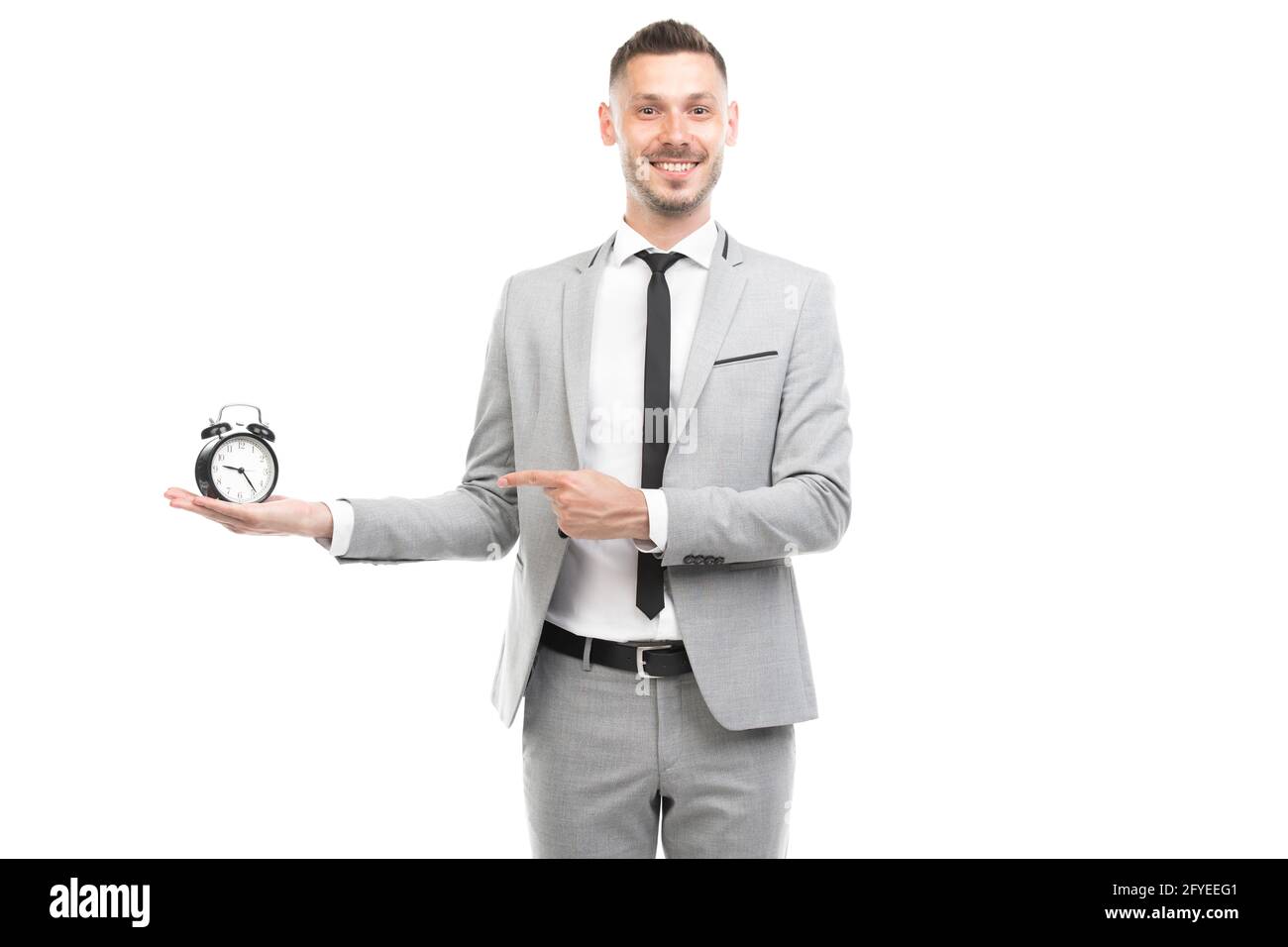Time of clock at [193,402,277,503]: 9:23
